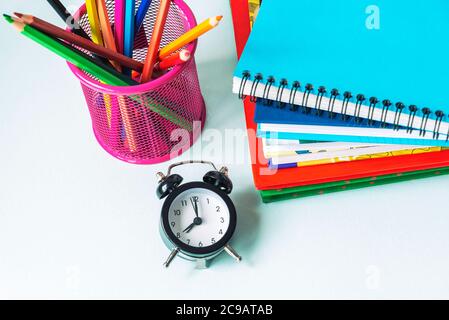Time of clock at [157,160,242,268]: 8:00
